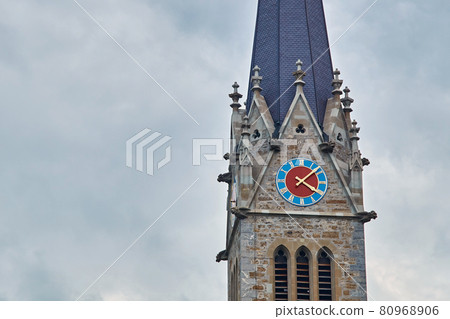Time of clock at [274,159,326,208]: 4:08
